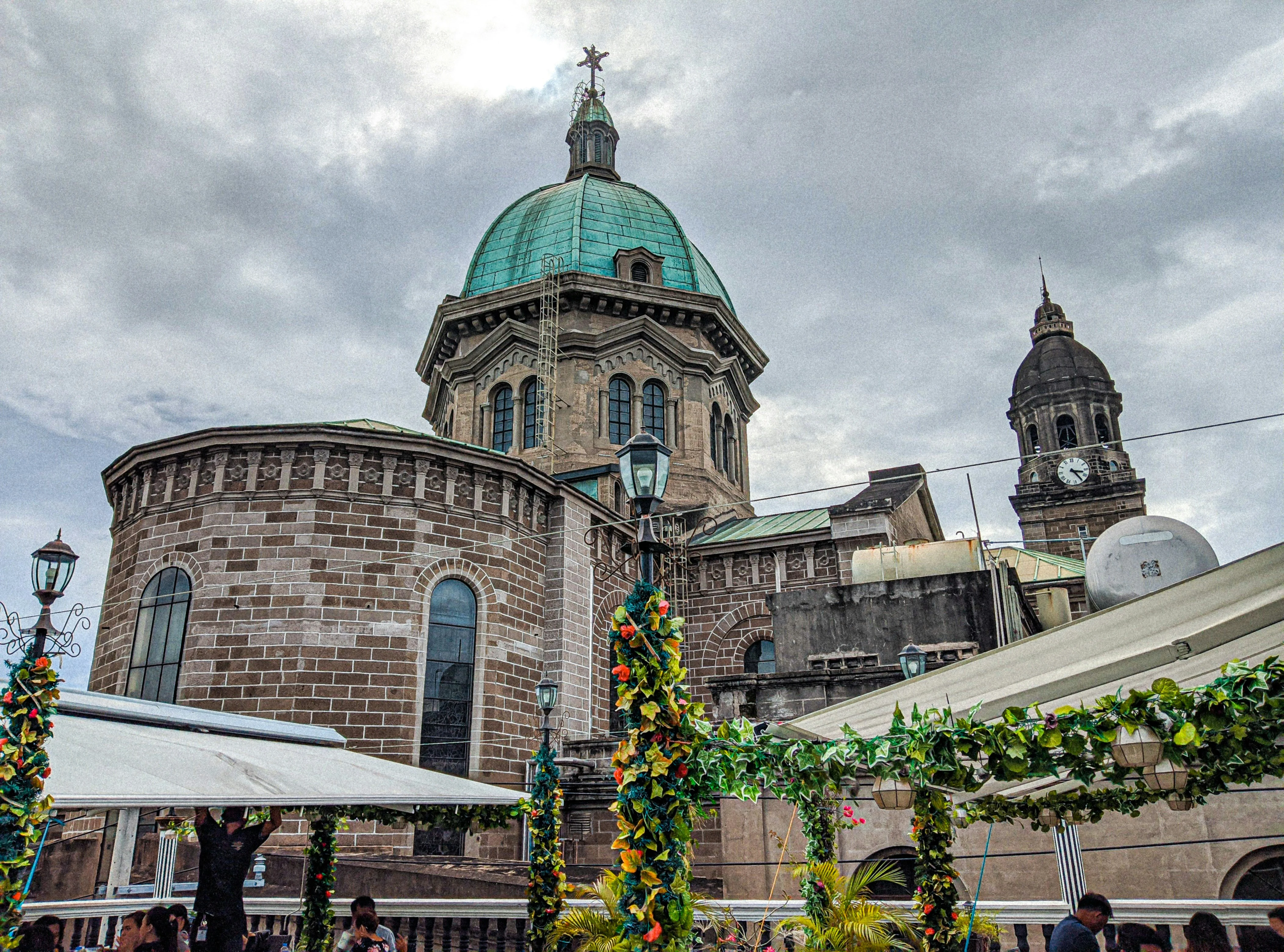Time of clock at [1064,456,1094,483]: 3:24
